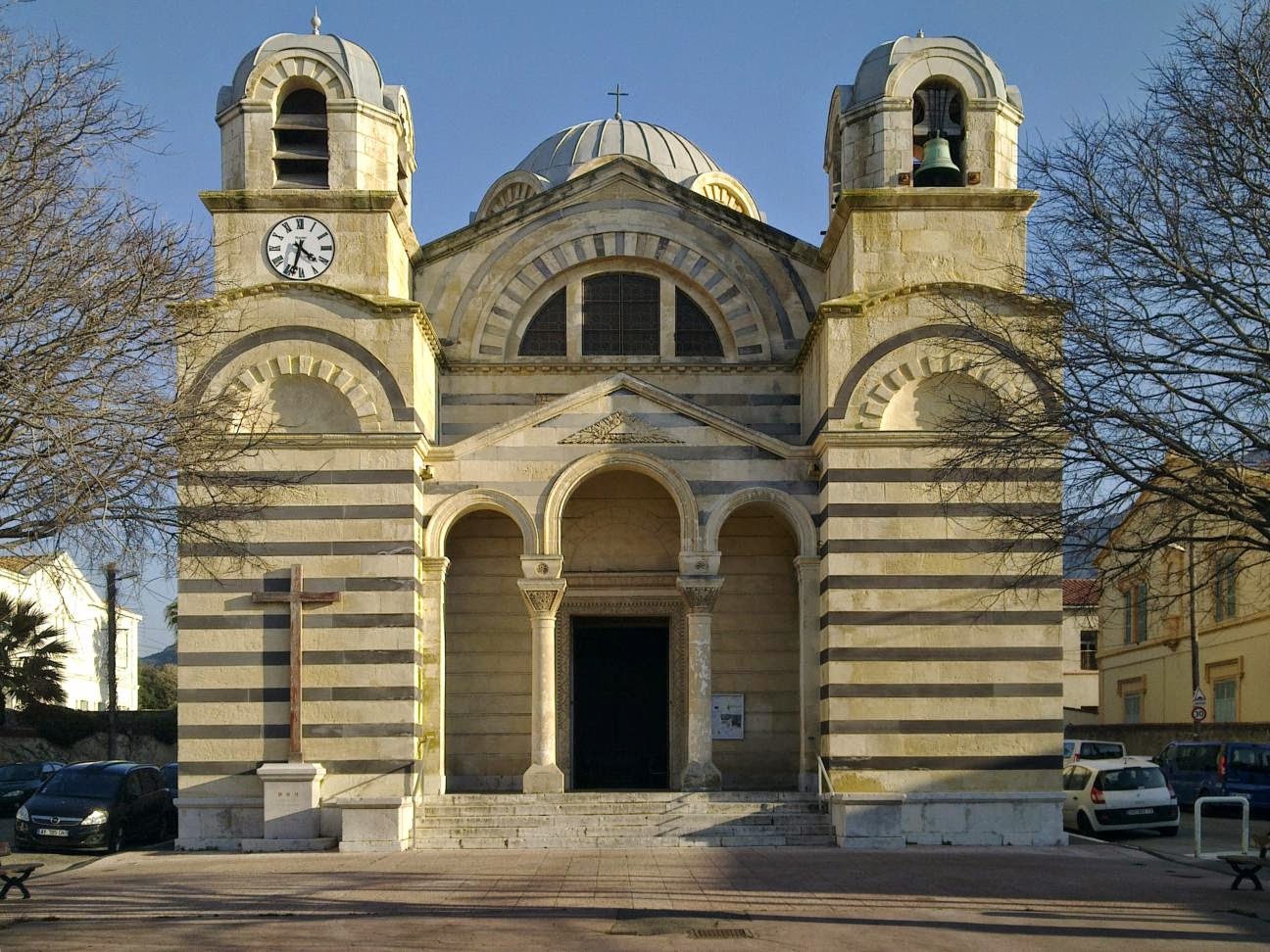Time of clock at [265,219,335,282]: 4:32
